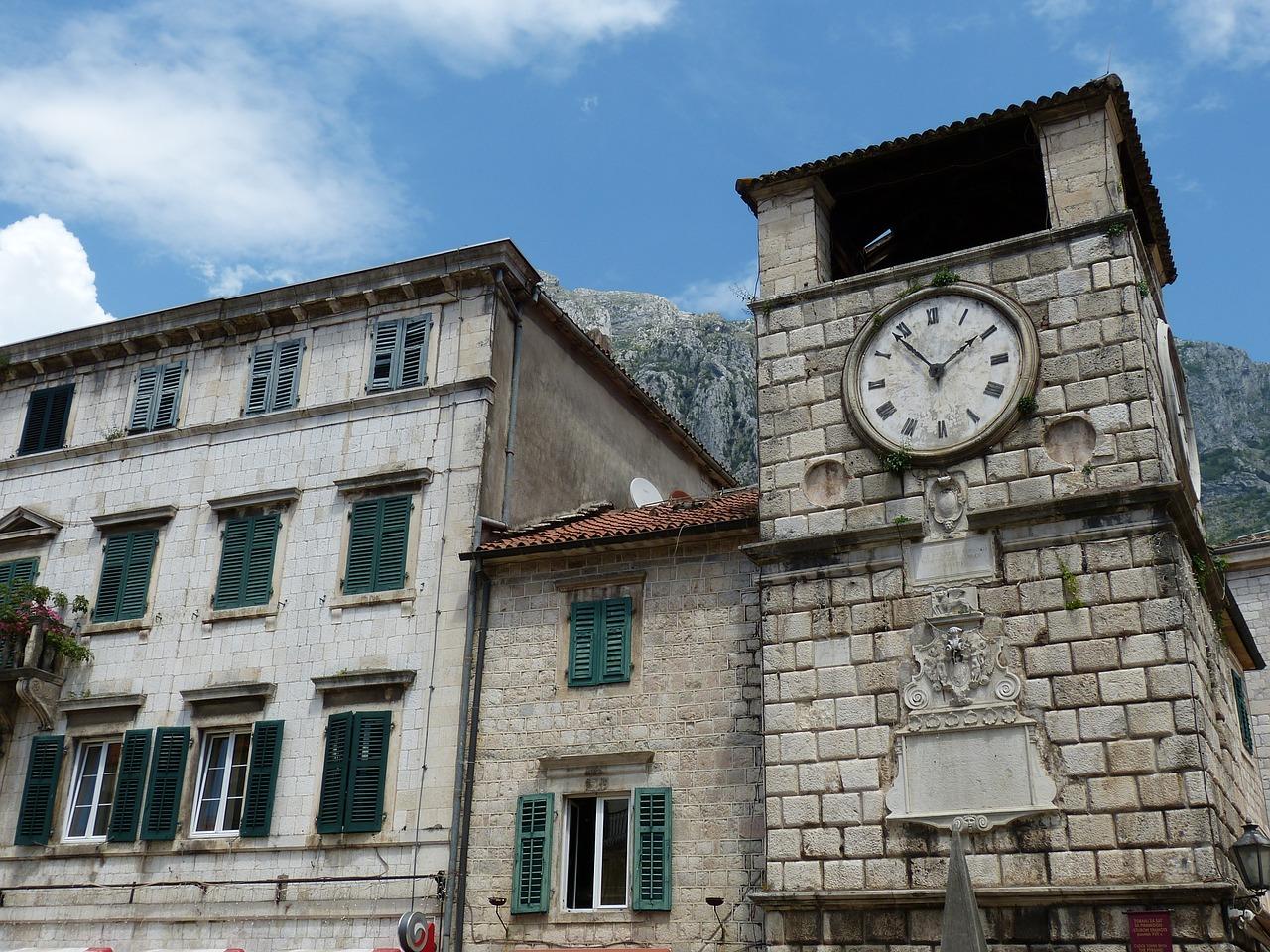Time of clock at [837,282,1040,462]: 1:53
